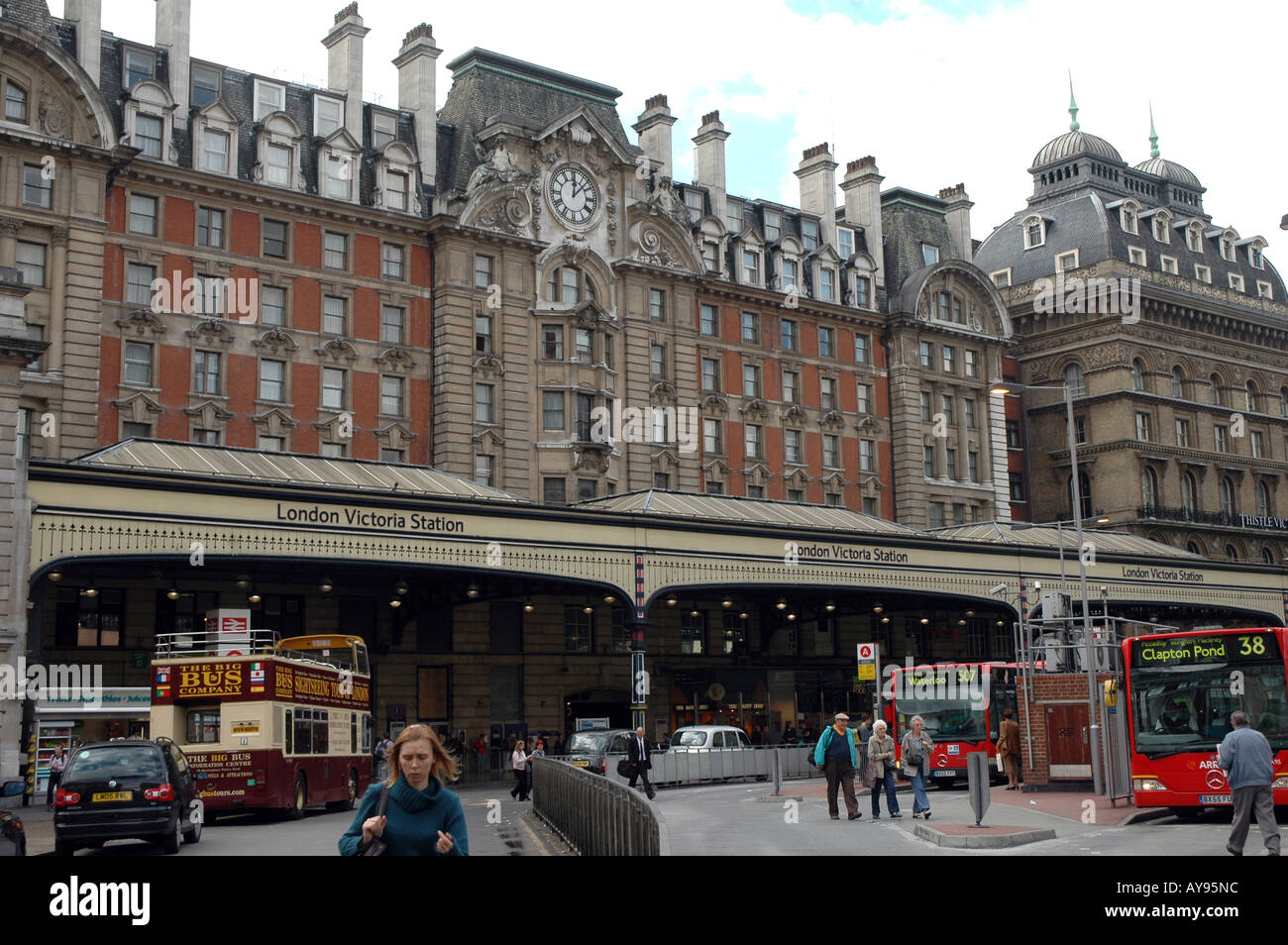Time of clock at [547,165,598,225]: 12:07
